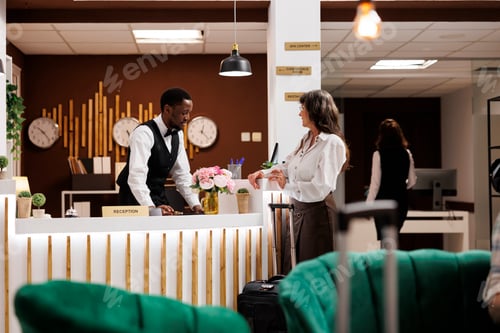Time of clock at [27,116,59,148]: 10:23
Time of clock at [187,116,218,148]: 12:22
